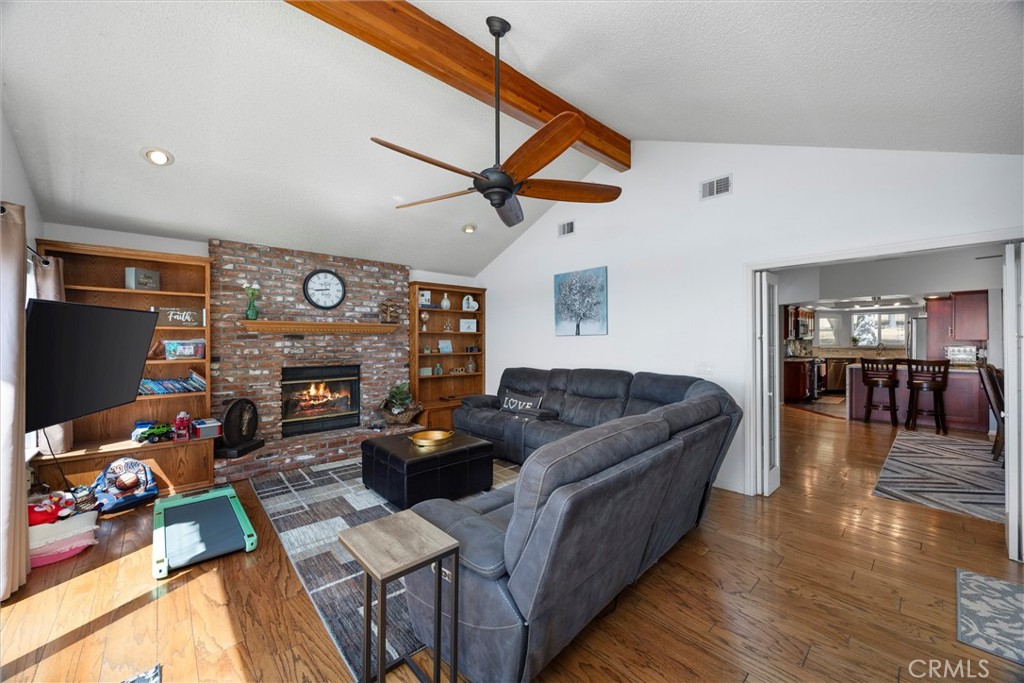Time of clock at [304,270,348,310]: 8:43
